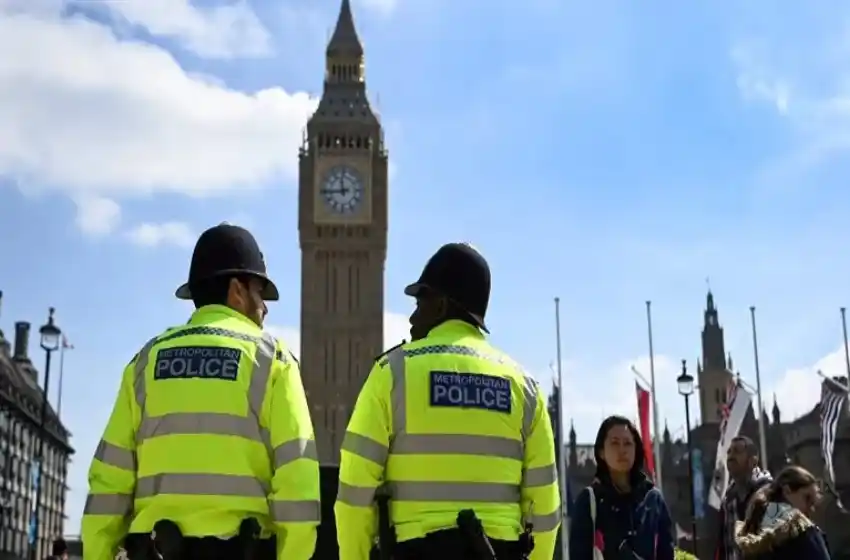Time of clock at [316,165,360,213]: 11:44
